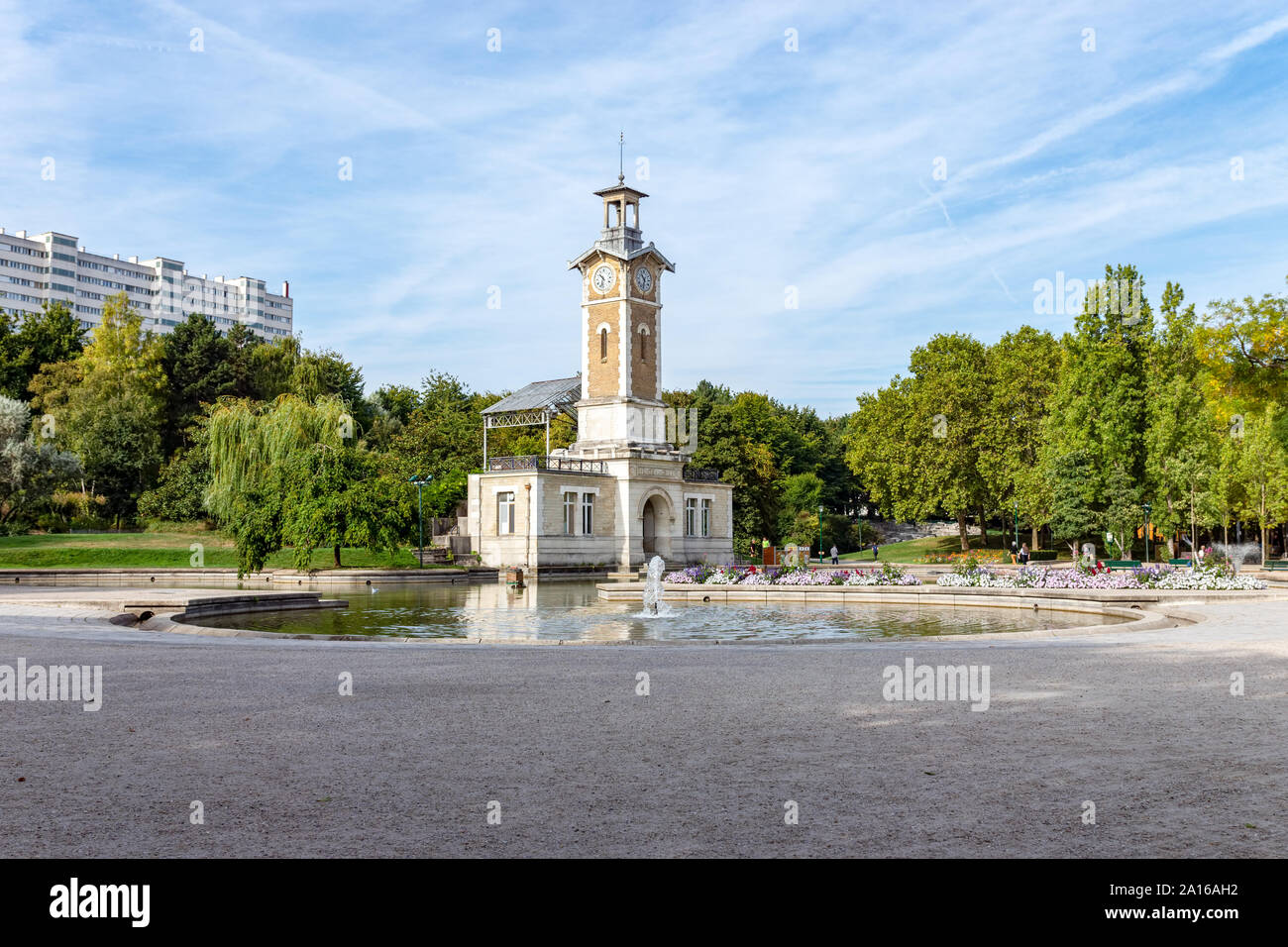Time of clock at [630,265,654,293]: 10:32
